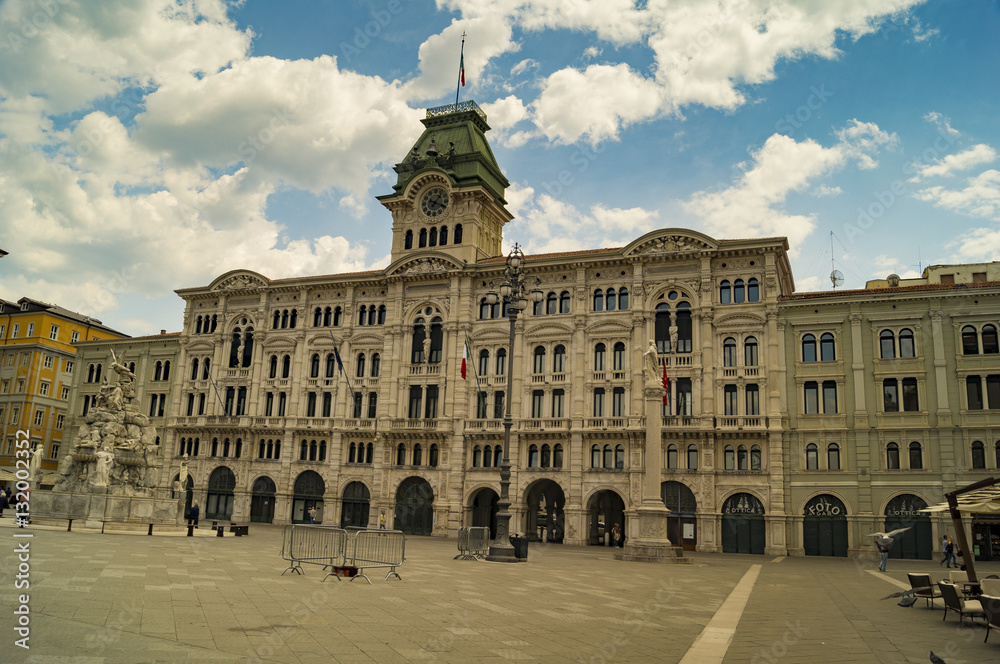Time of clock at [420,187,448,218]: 1:18
